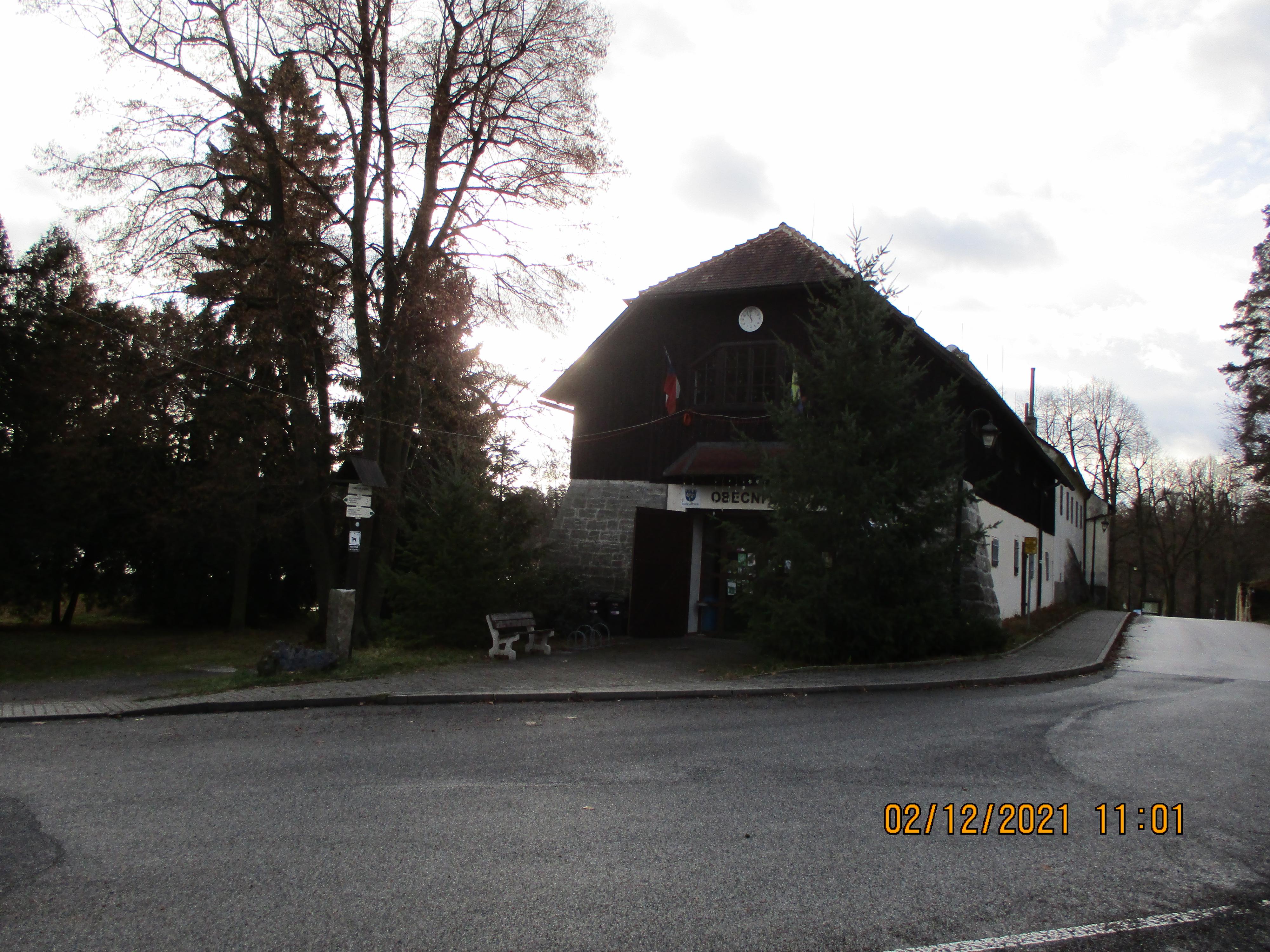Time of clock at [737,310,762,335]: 11:53
